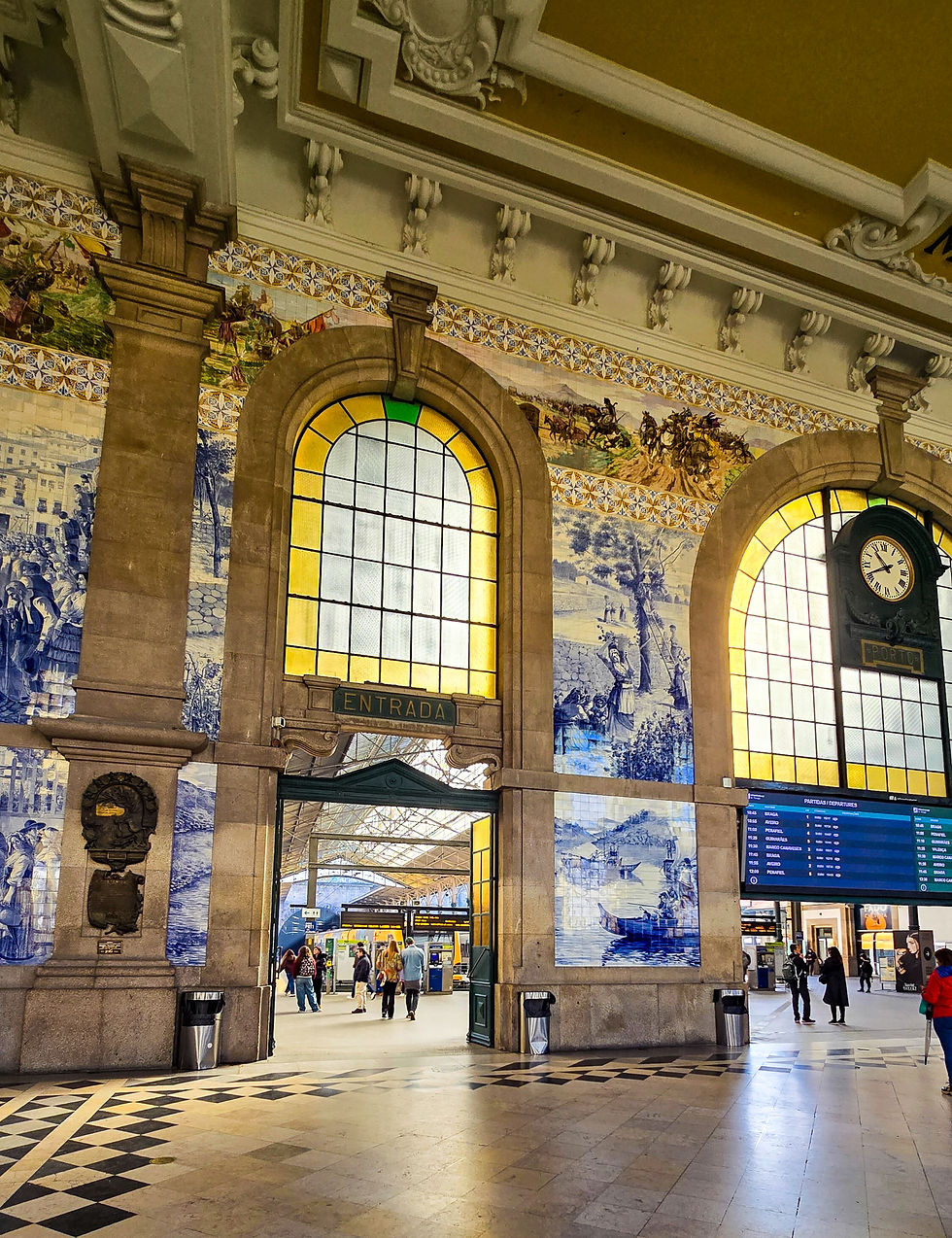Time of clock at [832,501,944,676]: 10:41
